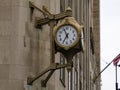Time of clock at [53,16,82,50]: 6:56
